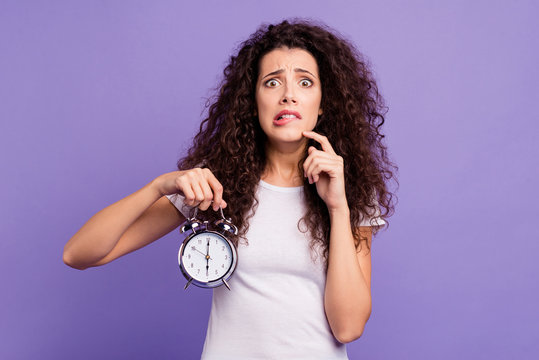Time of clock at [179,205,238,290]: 6:00
